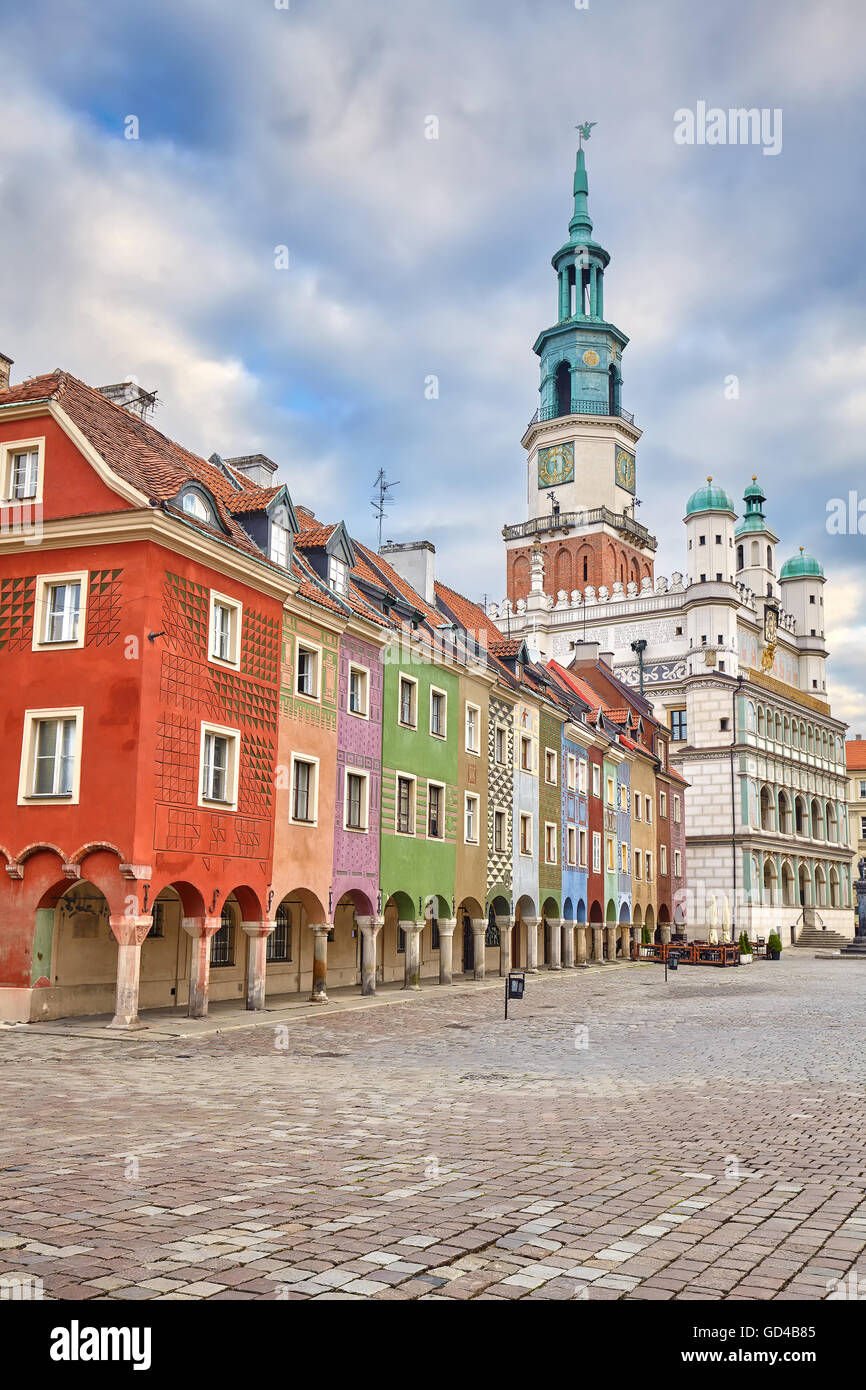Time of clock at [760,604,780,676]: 2:48
